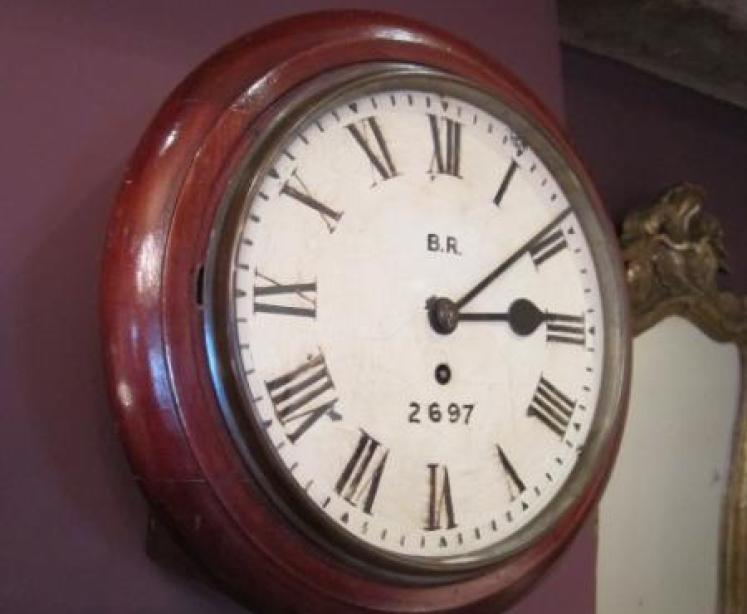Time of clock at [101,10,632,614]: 3:08
